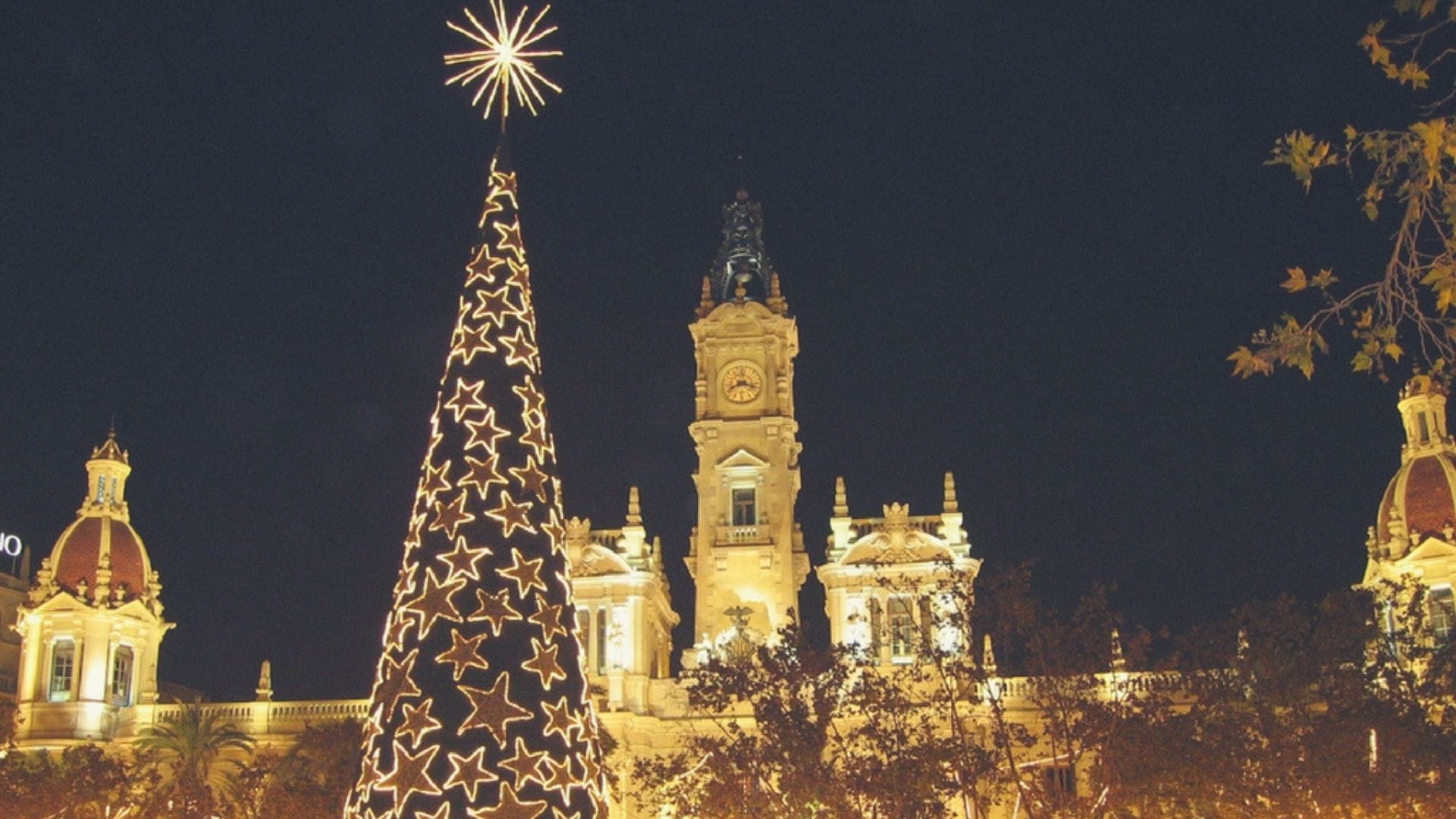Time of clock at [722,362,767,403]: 8:17
